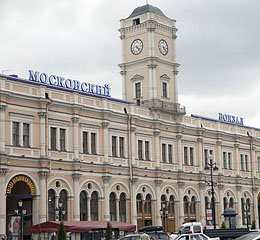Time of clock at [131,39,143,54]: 4:22
